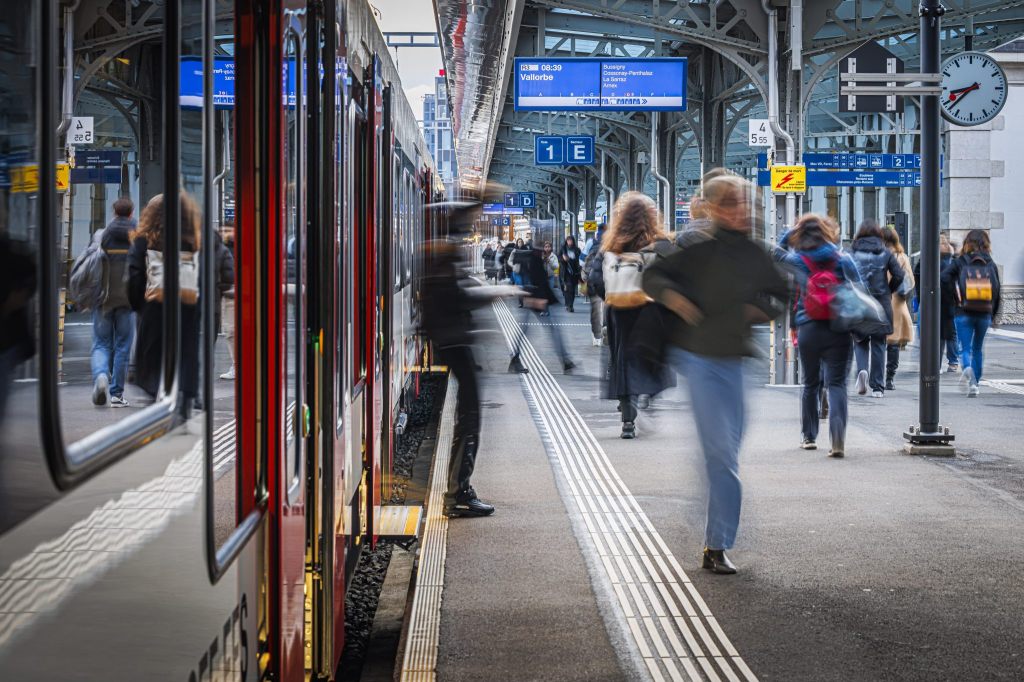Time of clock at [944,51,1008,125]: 8:38
